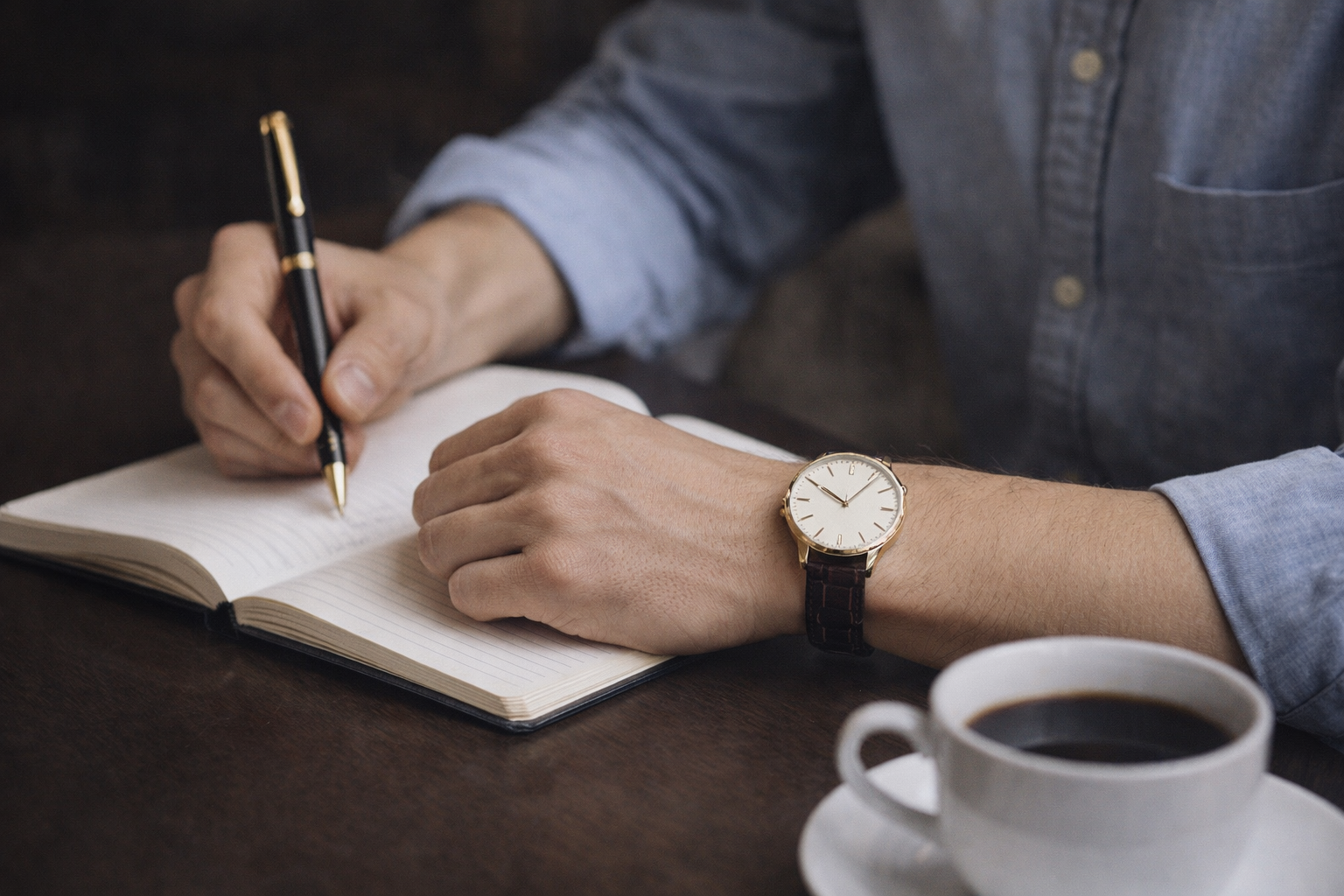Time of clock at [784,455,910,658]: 10:06
